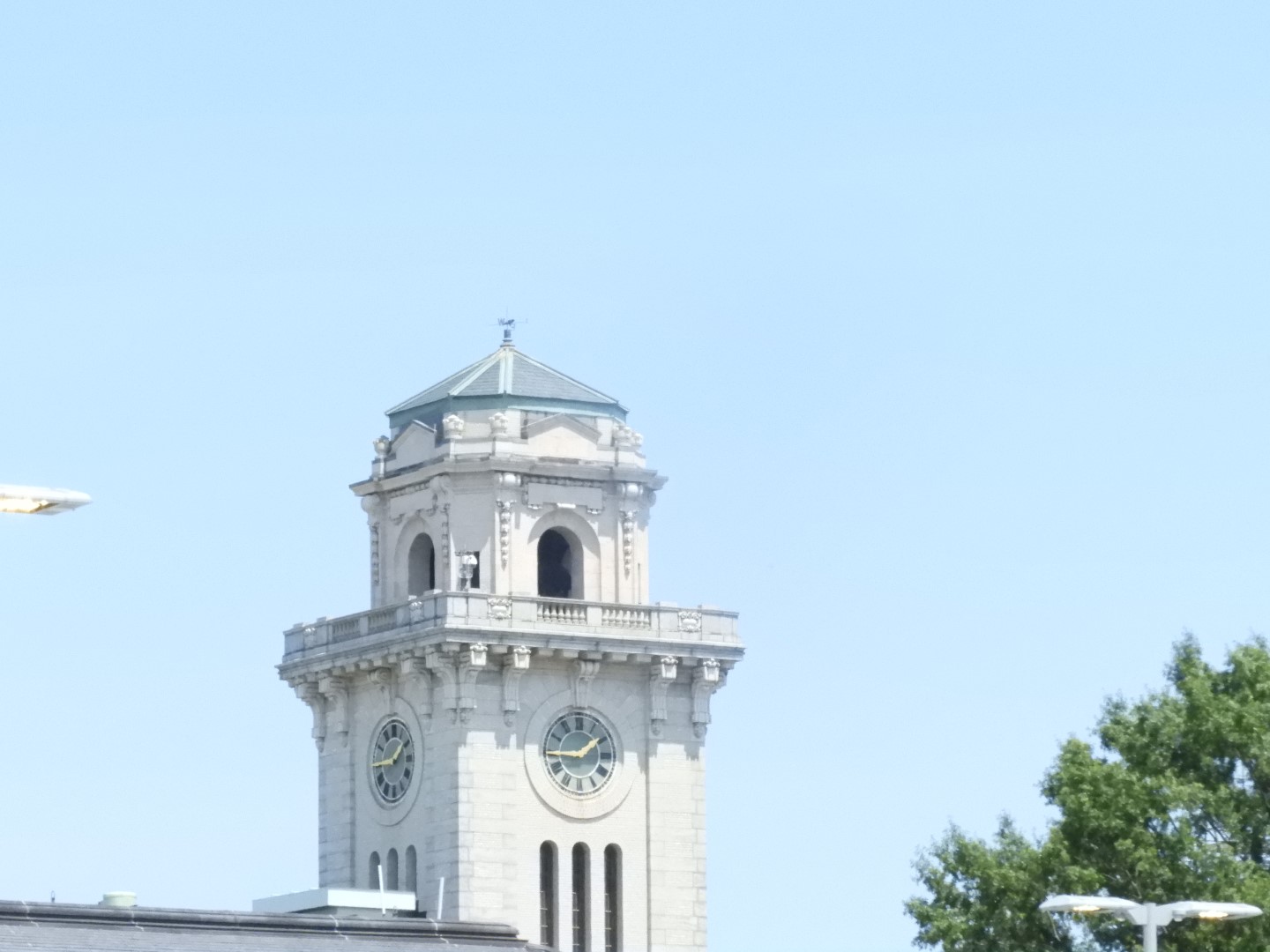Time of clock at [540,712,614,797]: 1:44
